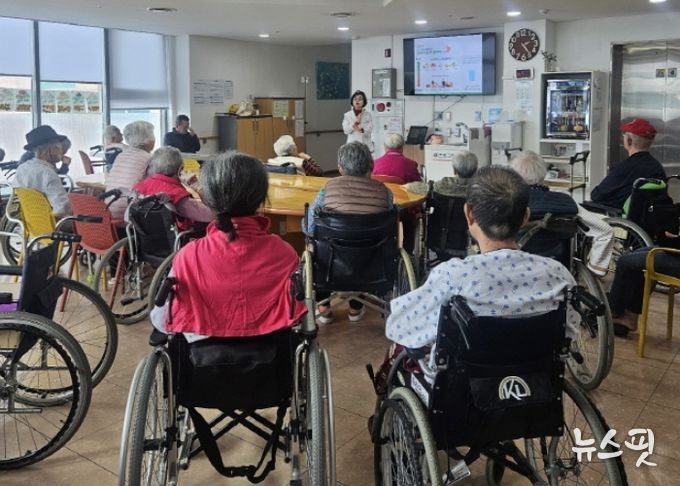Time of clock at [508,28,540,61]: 2:24
